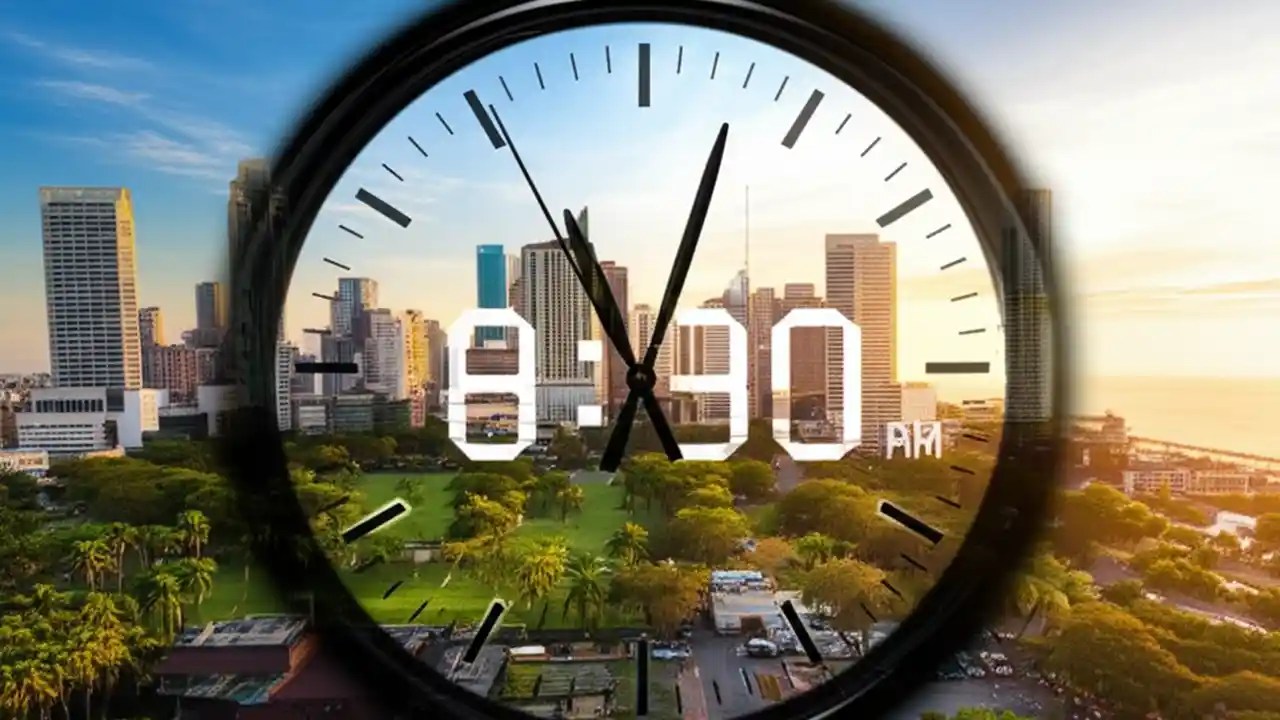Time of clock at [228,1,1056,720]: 11:02
